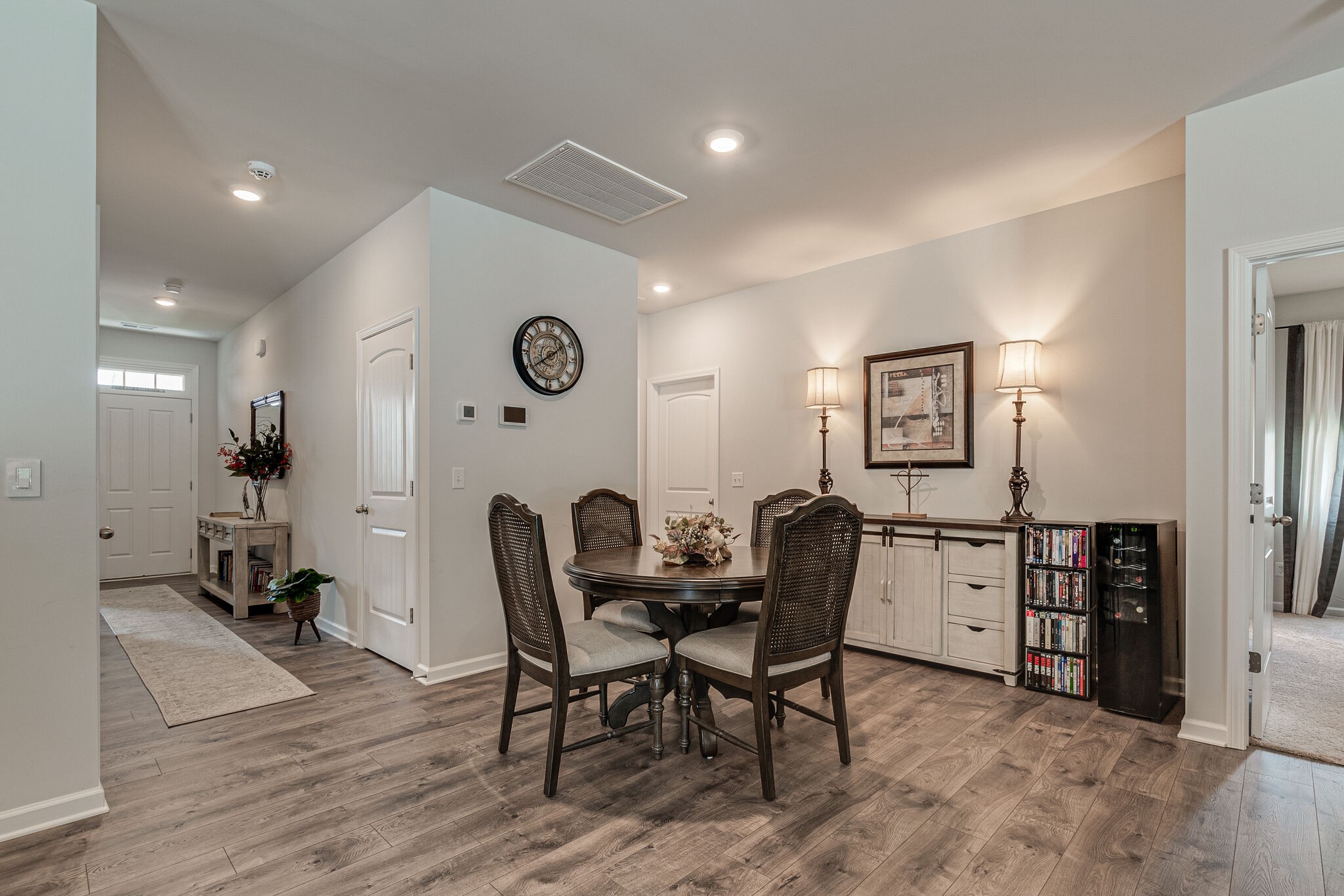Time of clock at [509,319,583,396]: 1:39
